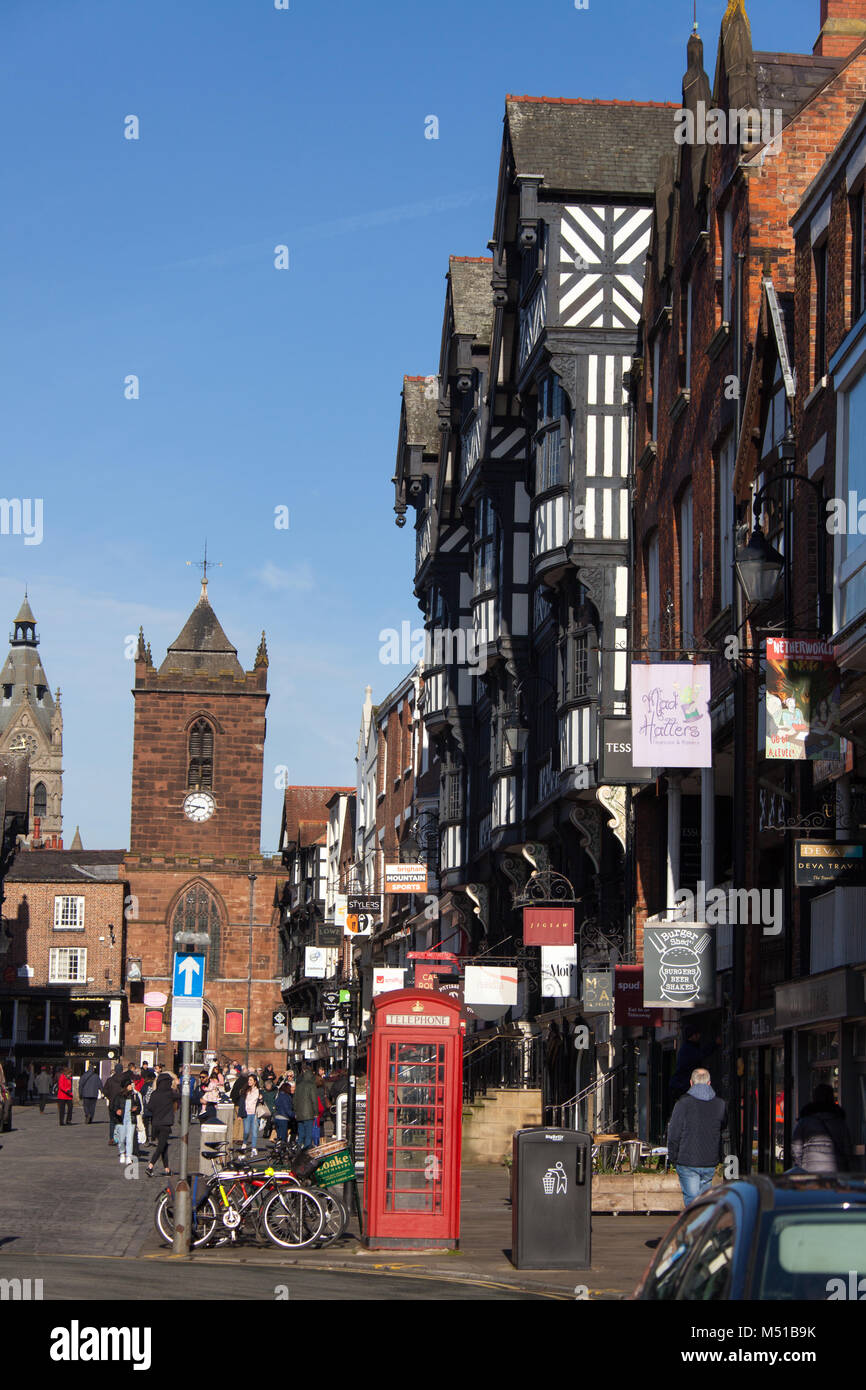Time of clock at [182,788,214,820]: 7:46
